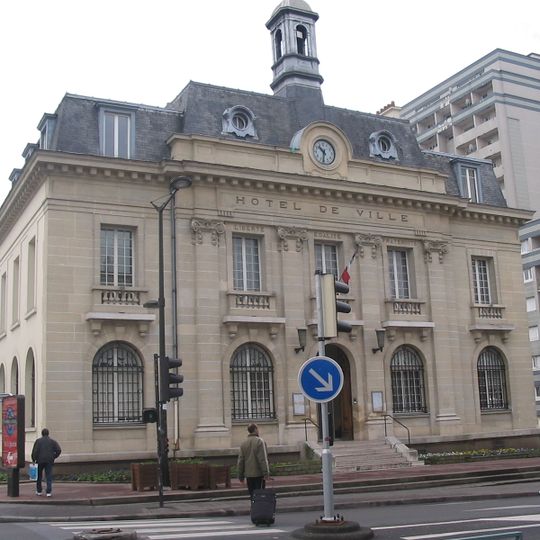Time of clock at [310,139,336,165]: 10:32
